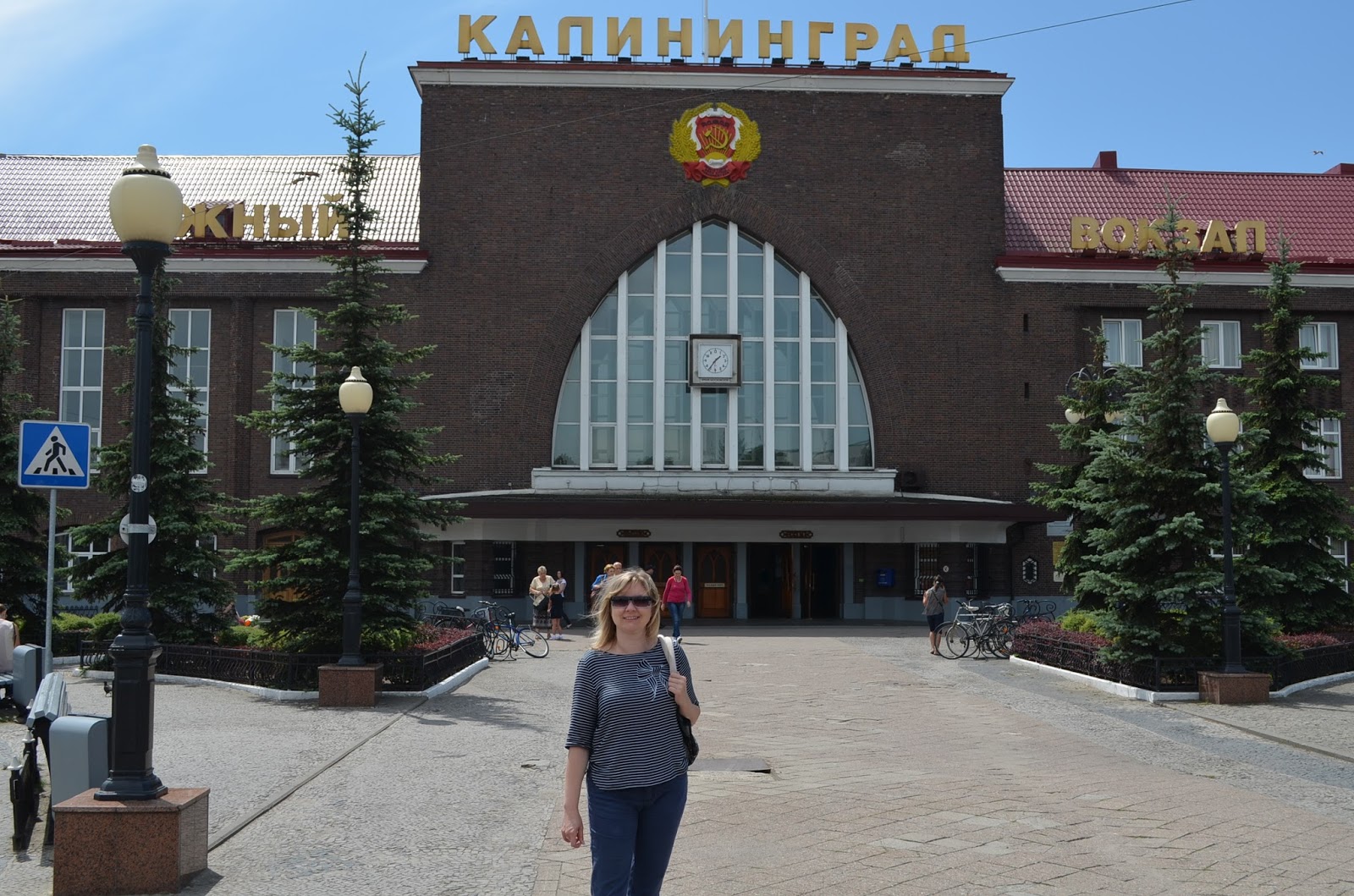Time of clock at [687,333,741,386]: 1:36
